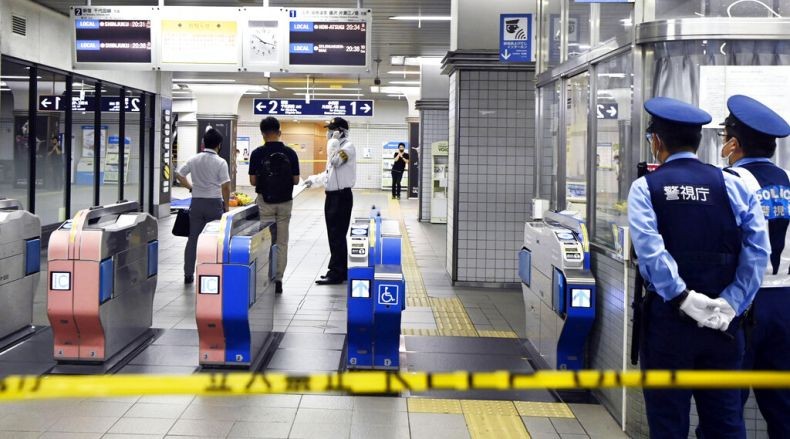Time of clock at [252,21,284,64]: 10:17
